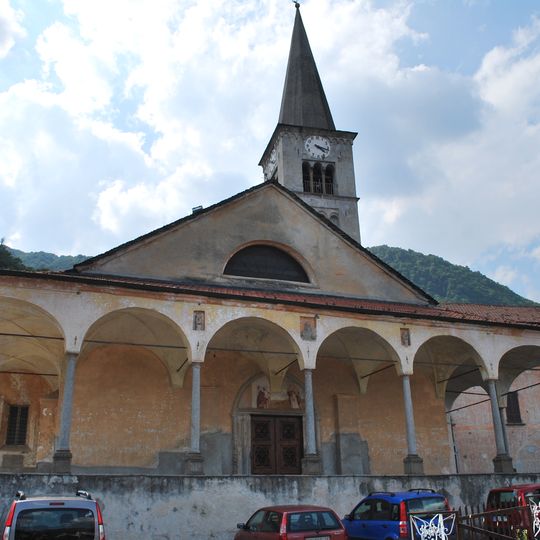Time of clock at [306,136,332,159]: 4:17
